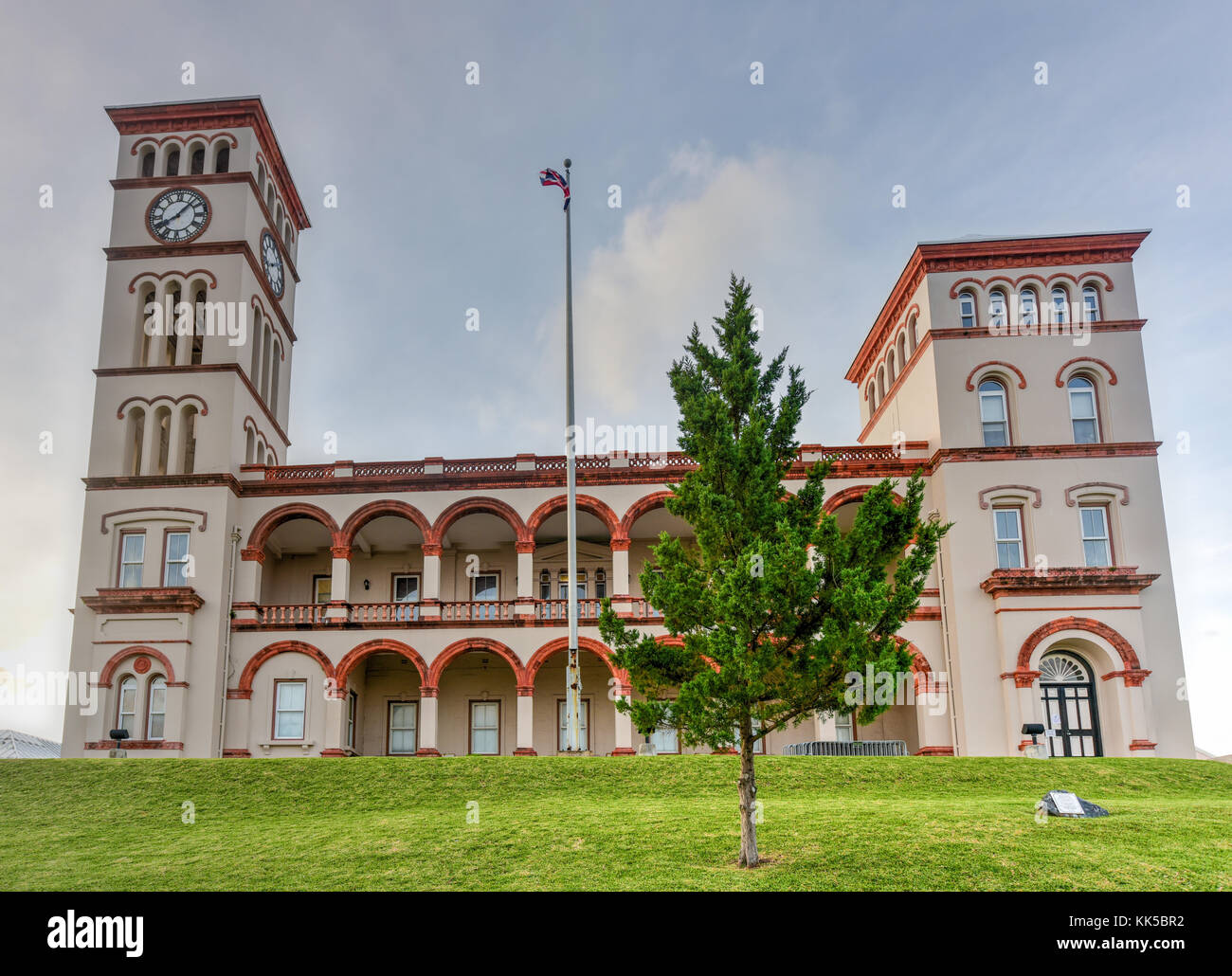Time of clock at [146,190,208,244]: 8:07
